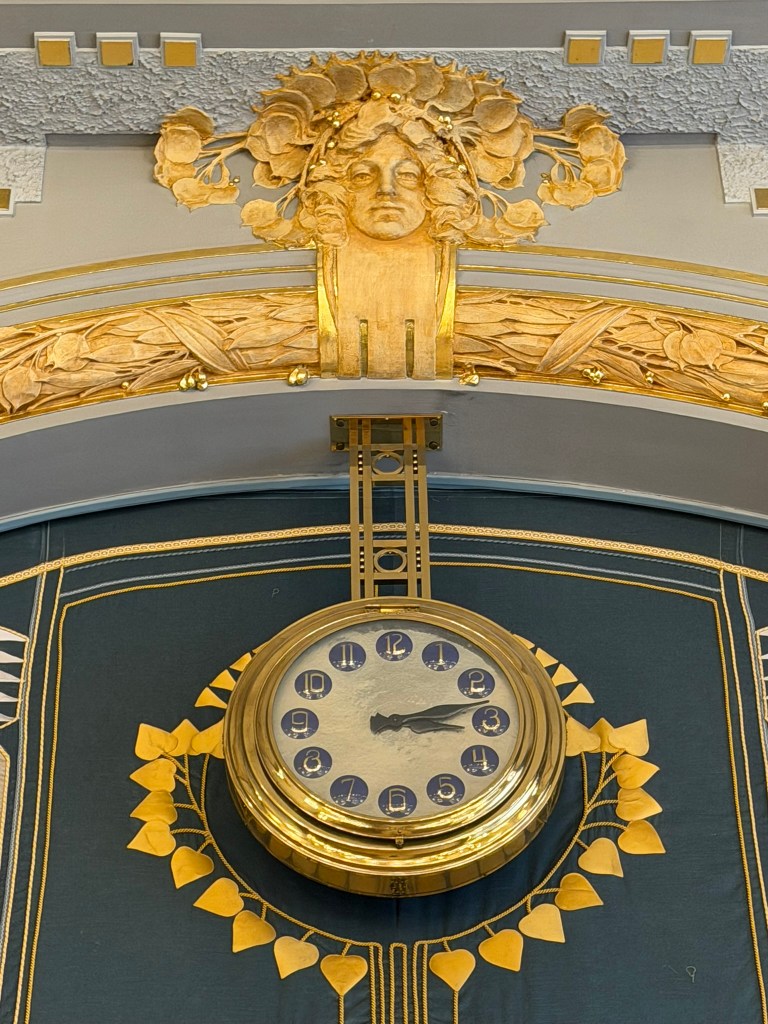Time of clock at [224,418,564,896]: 3:12
